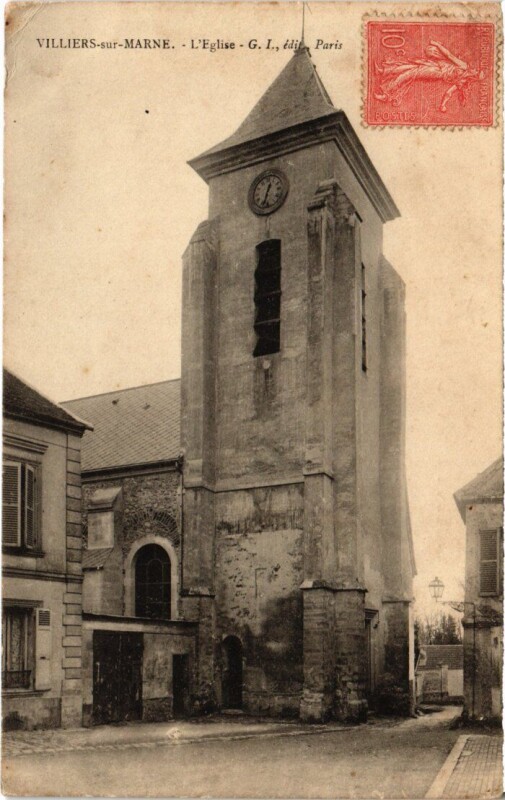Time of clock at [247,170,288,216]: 12:32
